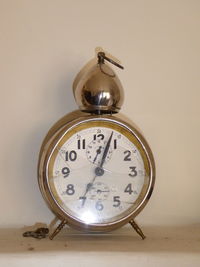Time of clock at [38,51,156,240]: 7:03
